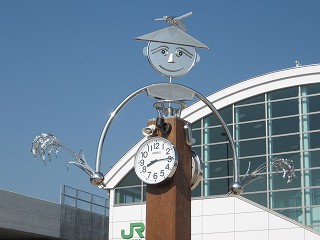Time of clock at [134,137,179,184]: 8:14
